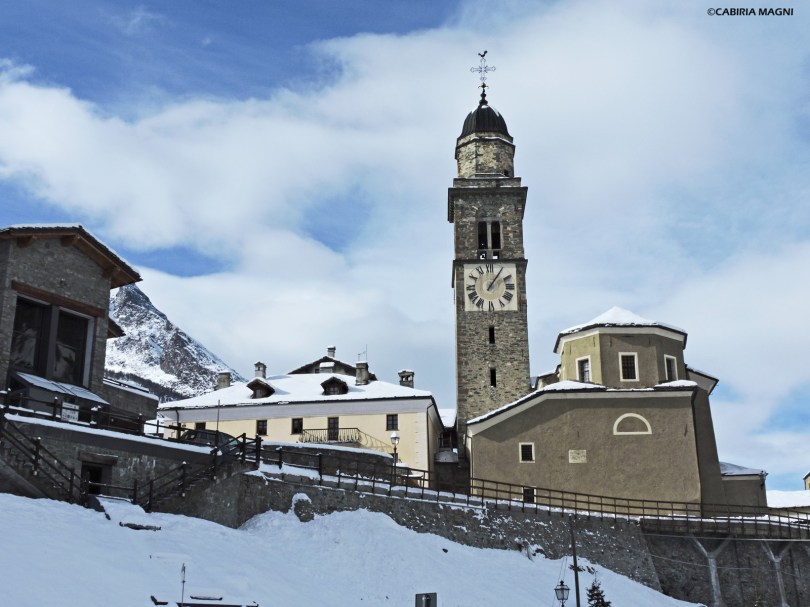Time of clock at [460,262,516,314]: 1:05
